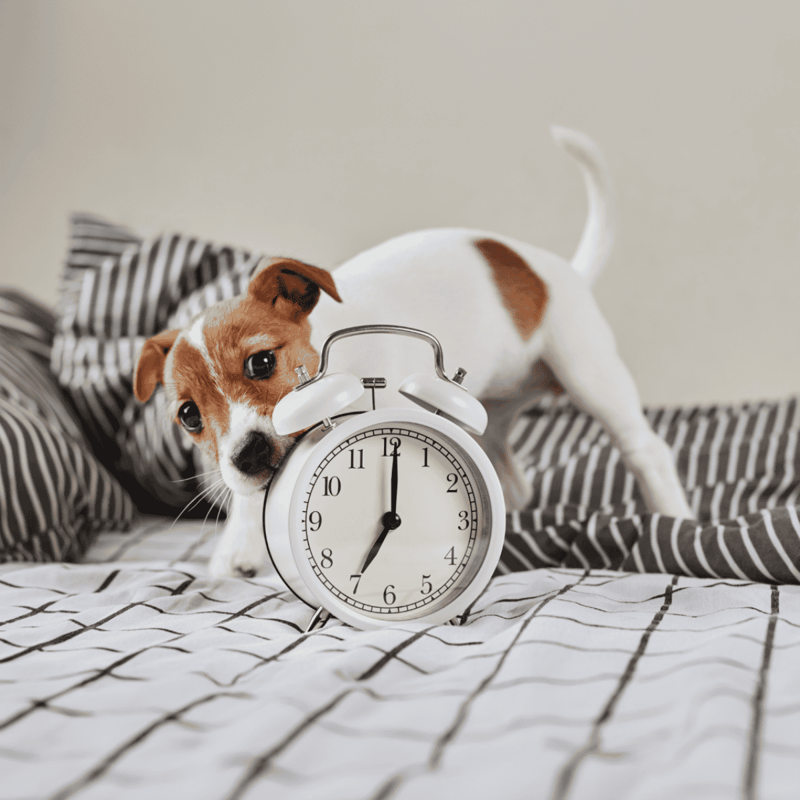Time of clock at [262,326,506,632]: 7:00
